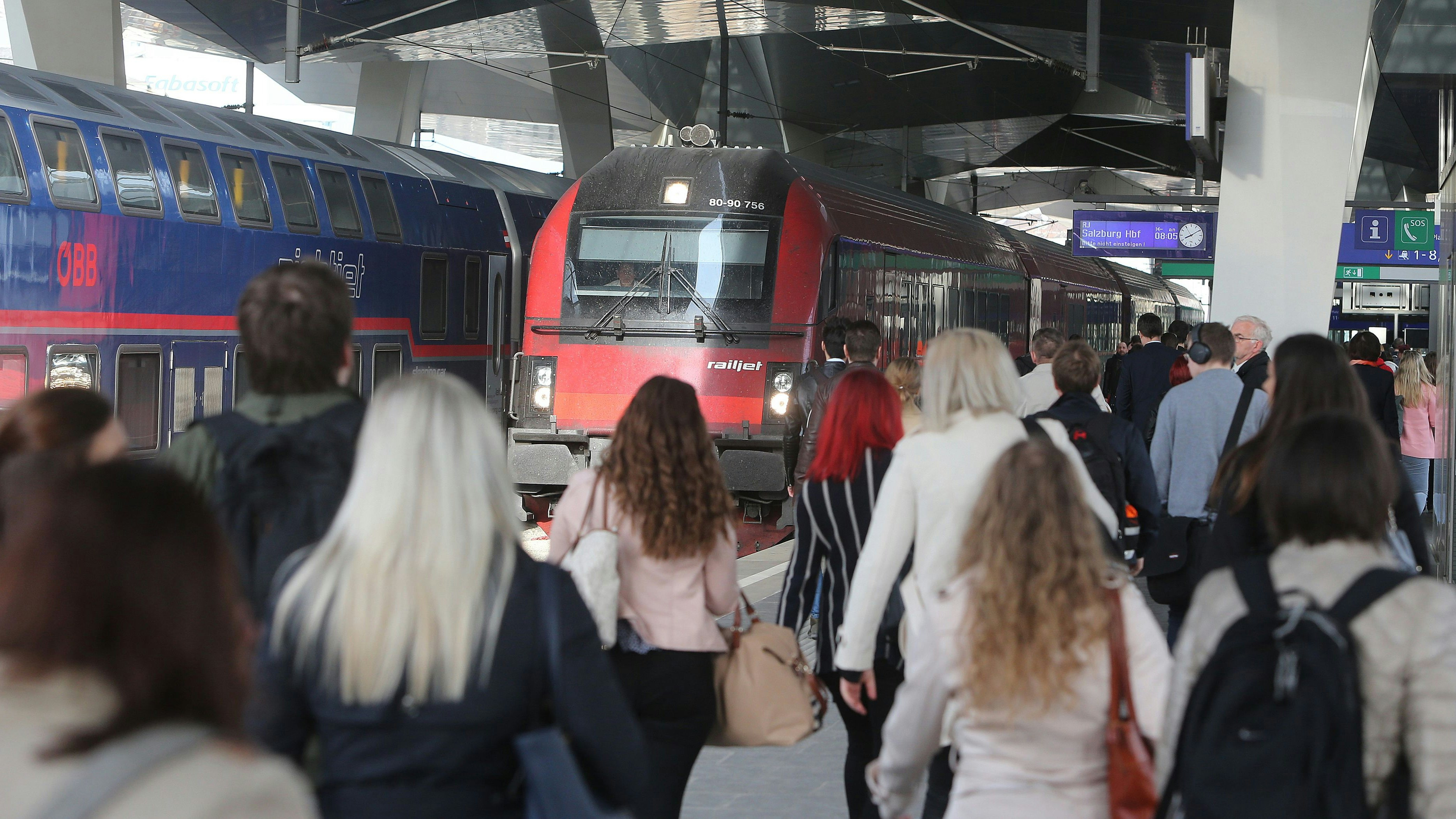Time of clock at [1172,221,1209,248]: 8:09
